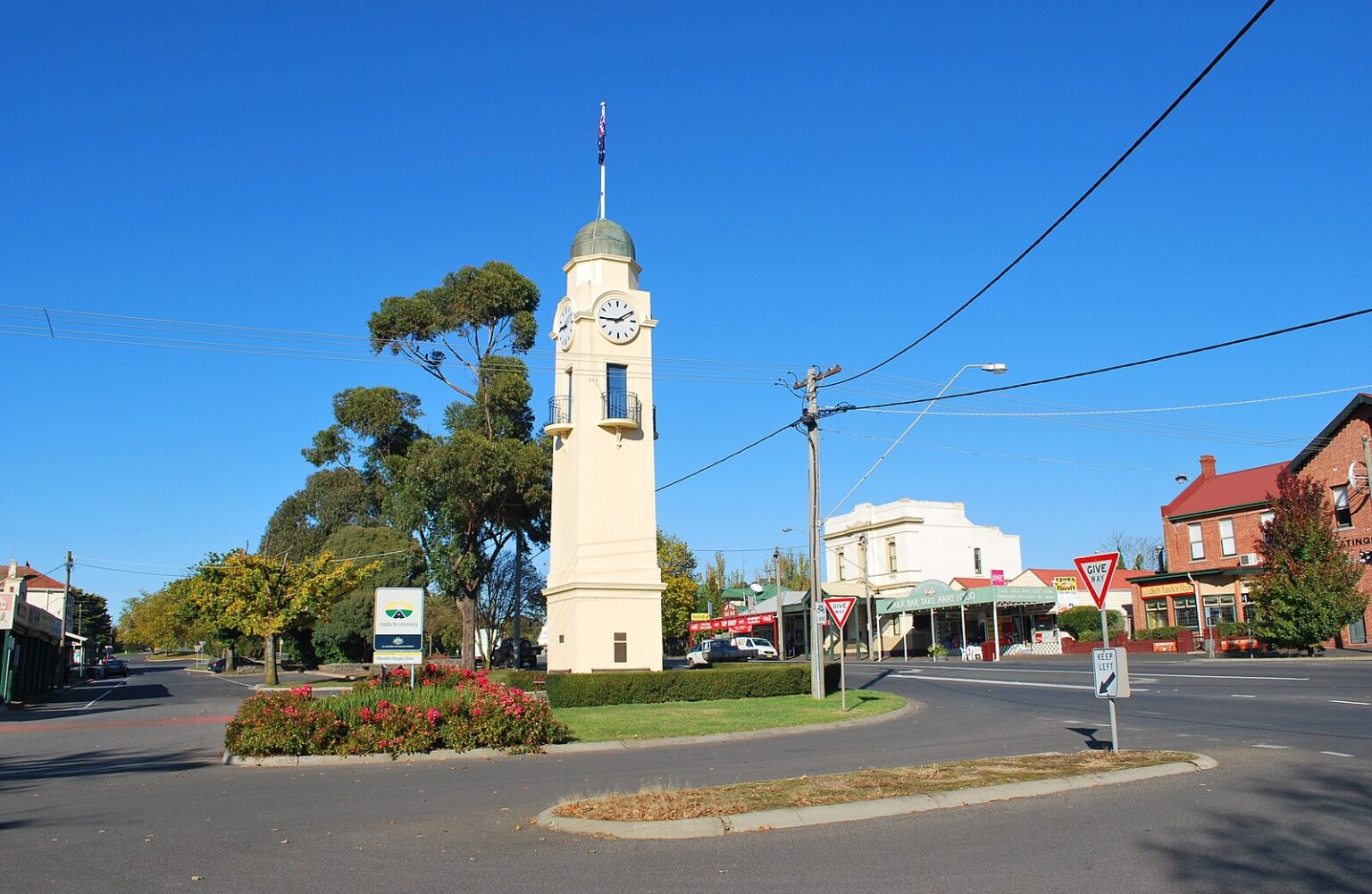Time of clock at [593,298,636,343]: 9:09
